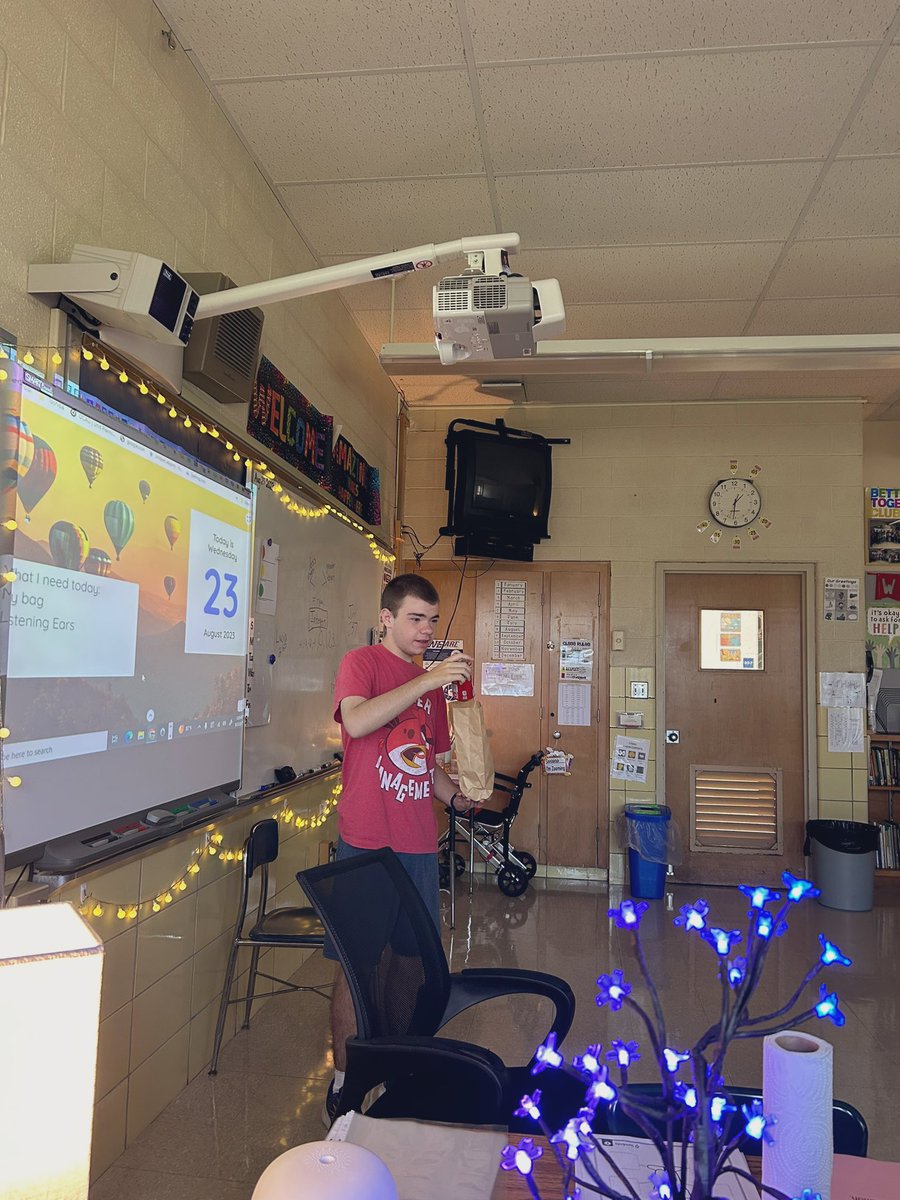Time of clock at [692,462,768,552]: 1:31
